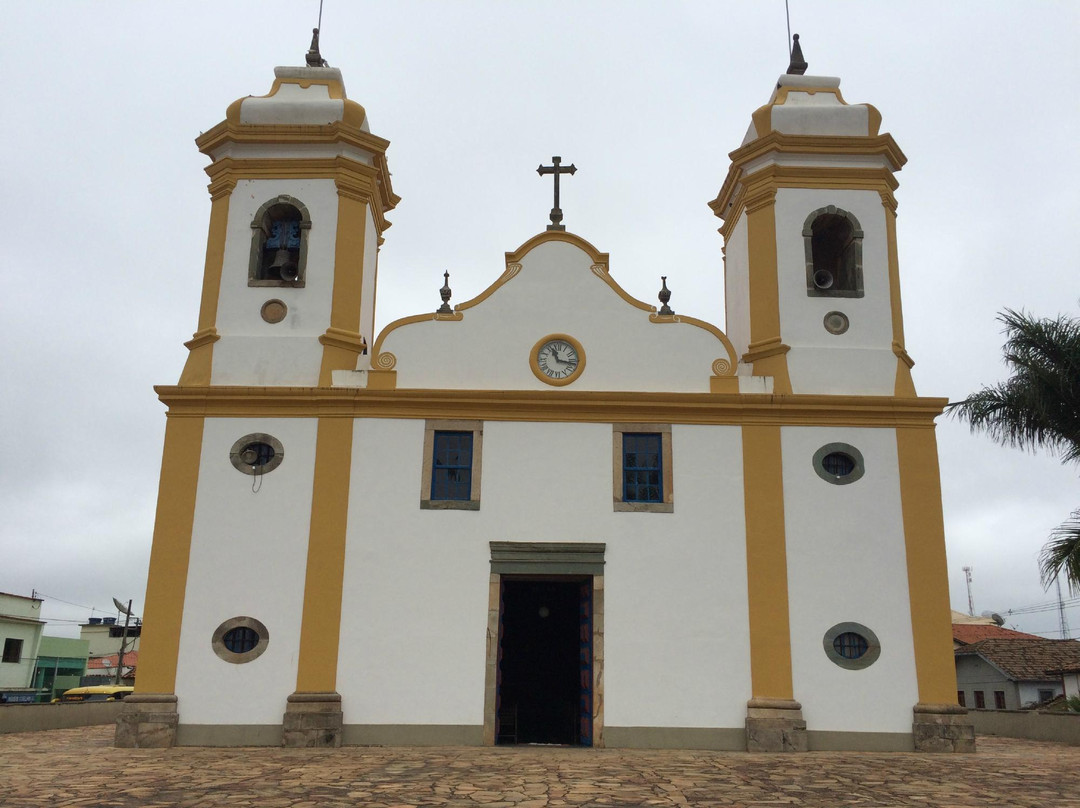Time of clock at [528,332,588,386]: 11:16
